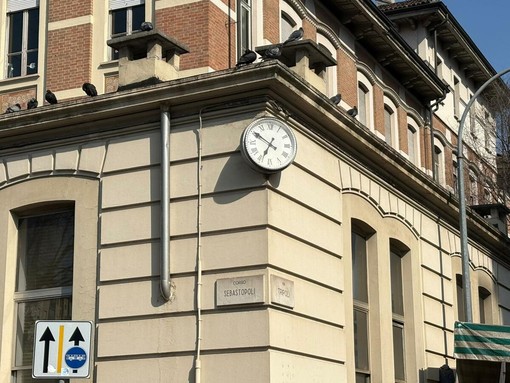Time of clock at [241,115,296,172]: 6:50
